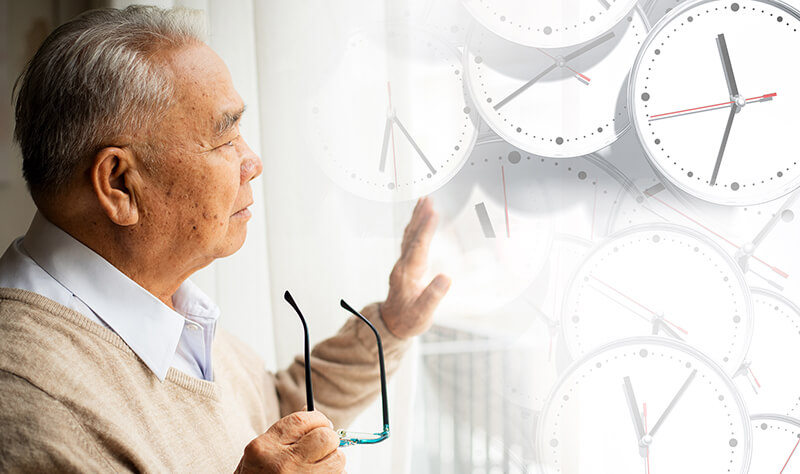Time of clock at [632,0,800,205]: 11:32
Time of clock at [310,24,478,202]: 6:24
